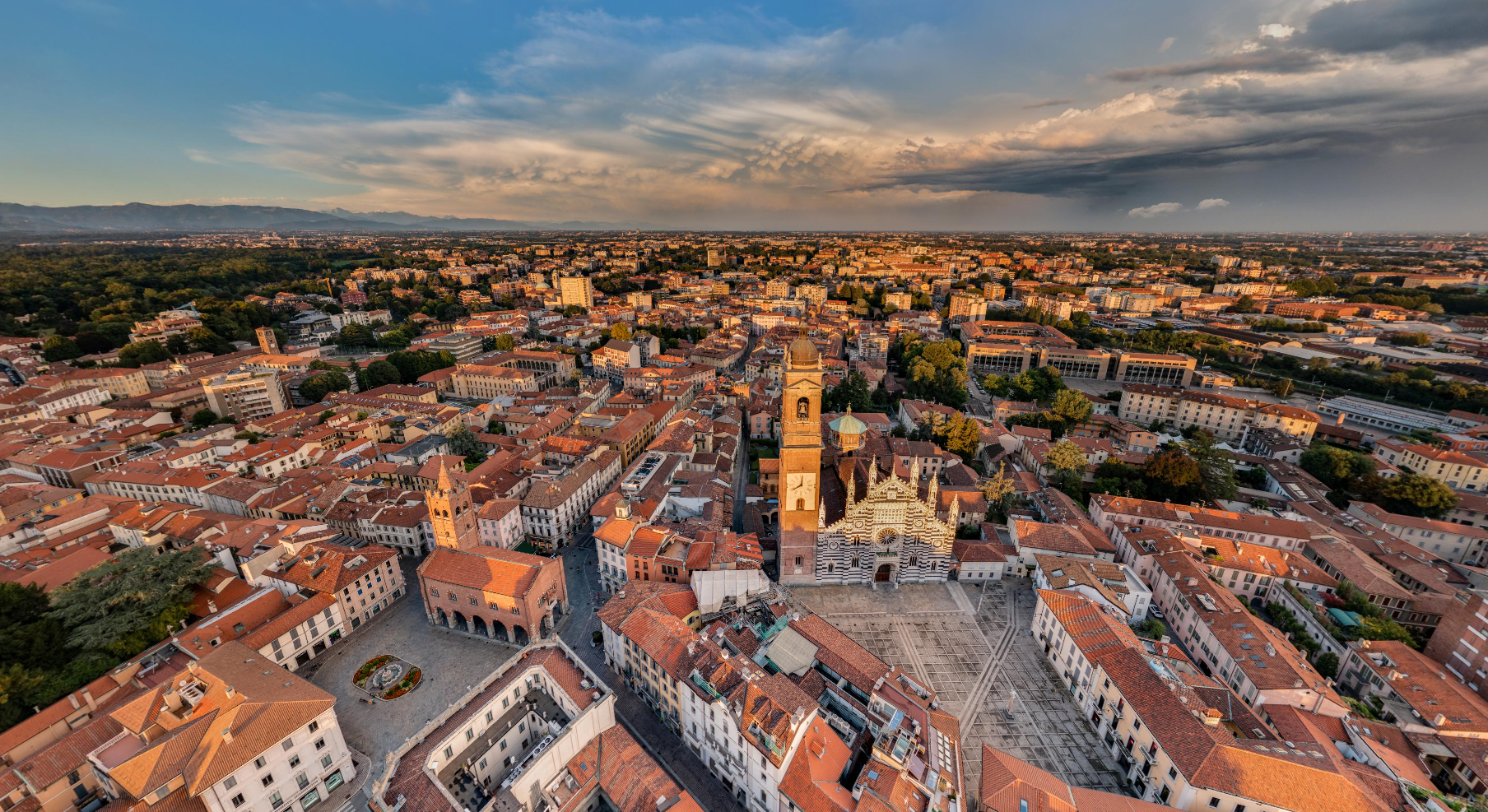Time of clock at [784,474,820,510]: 8:01
